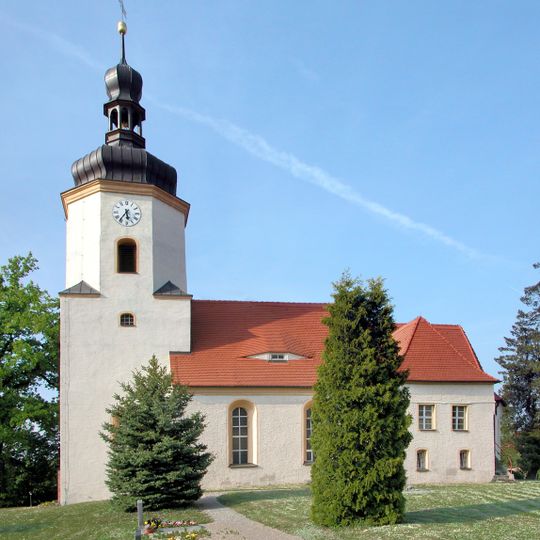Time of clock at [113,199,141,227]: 5:36
